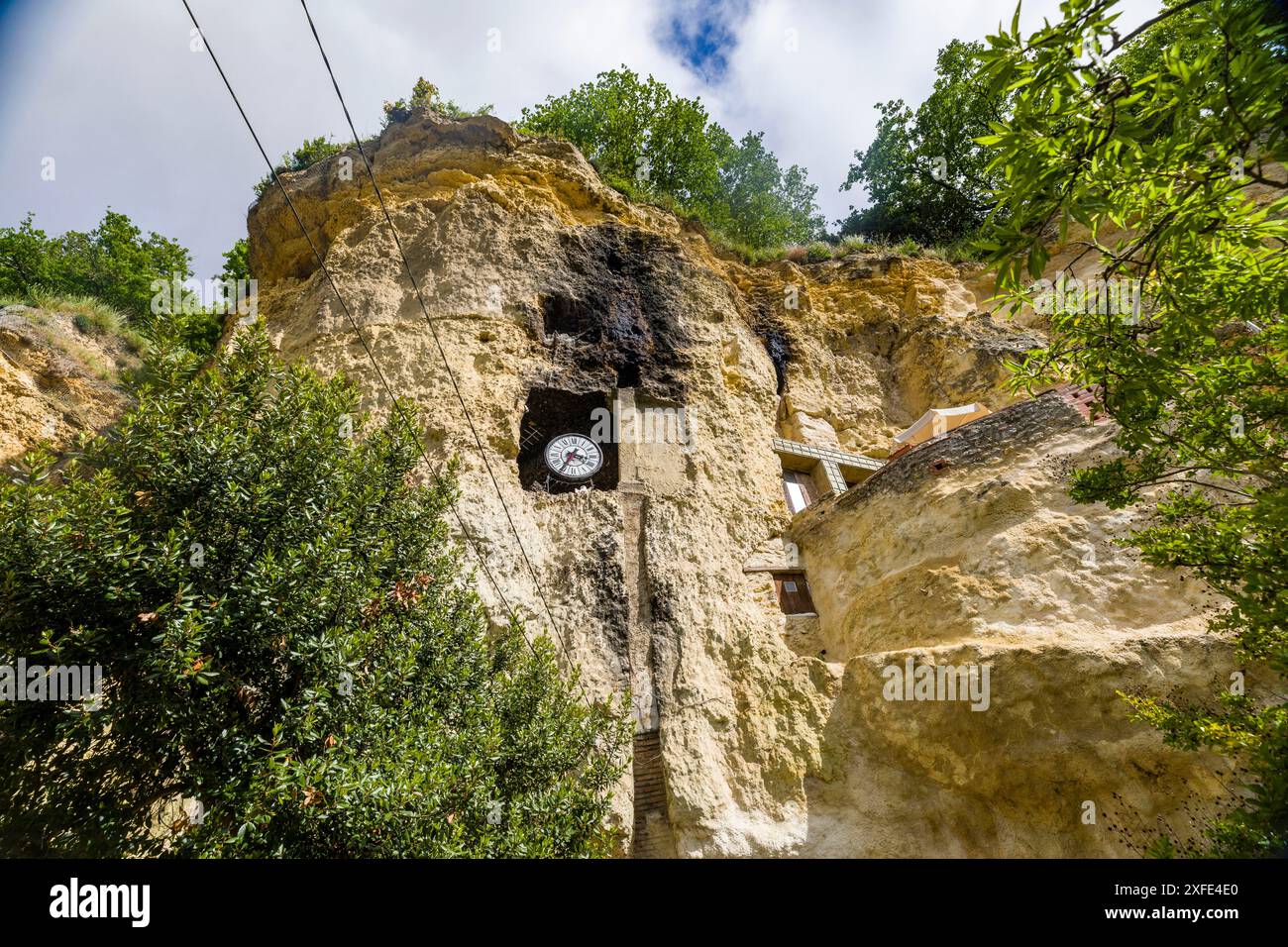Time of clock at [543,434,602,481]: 3:35
